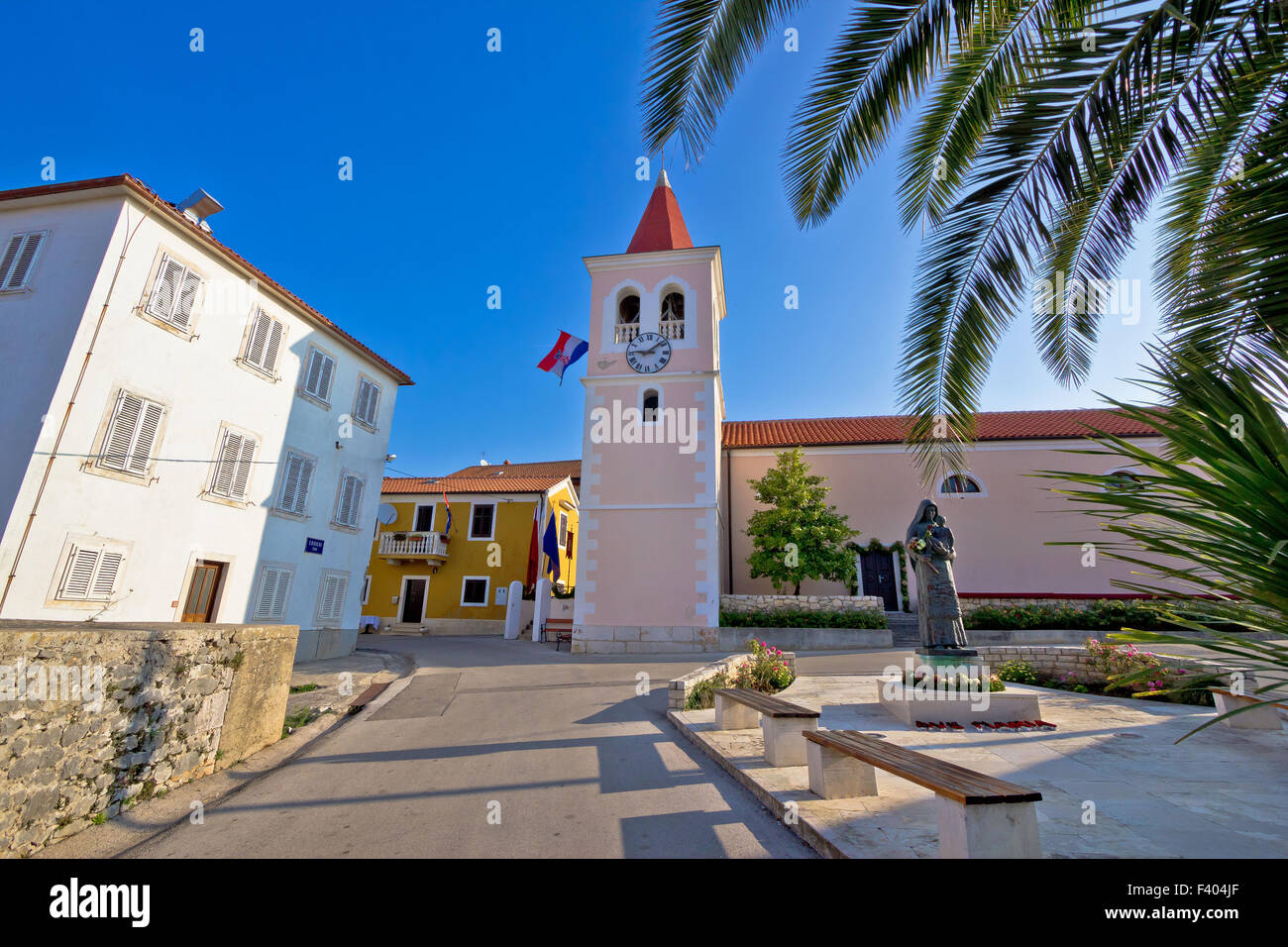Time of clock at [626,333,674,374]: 9:08
